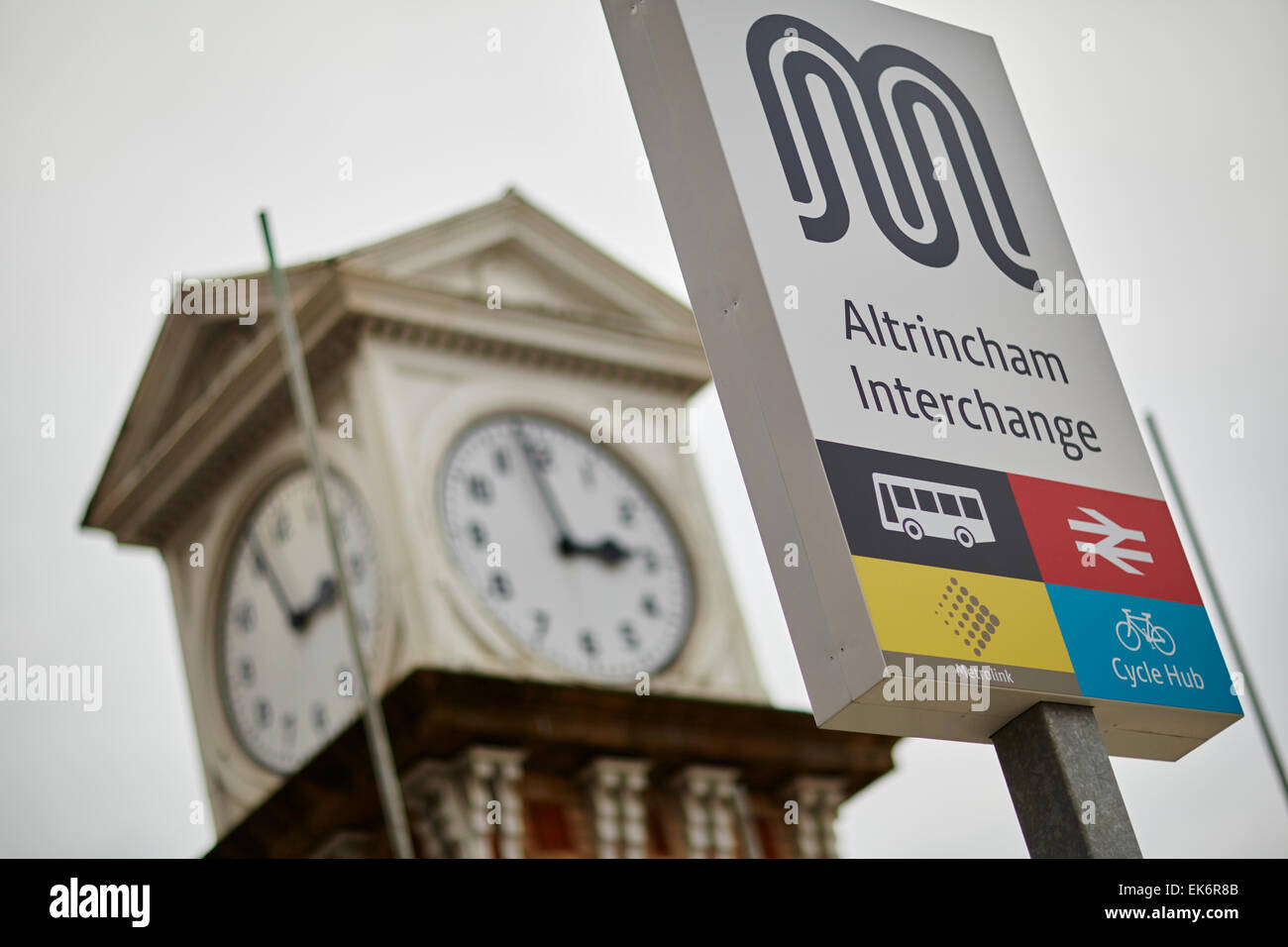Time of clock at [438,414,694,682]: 2:58
